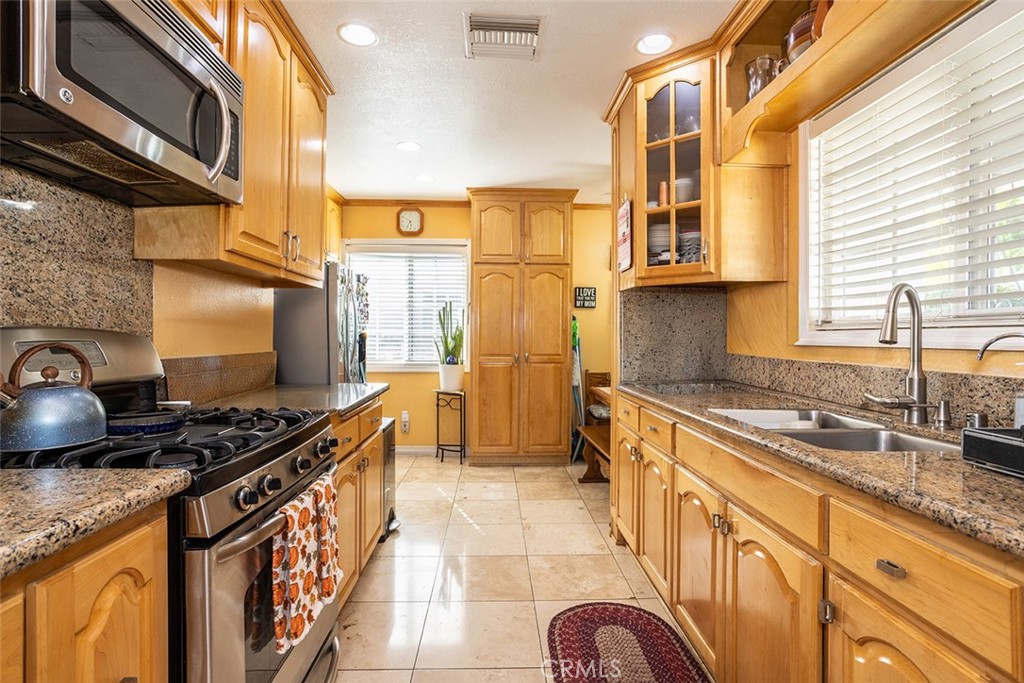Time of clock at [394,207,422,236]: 5:34
